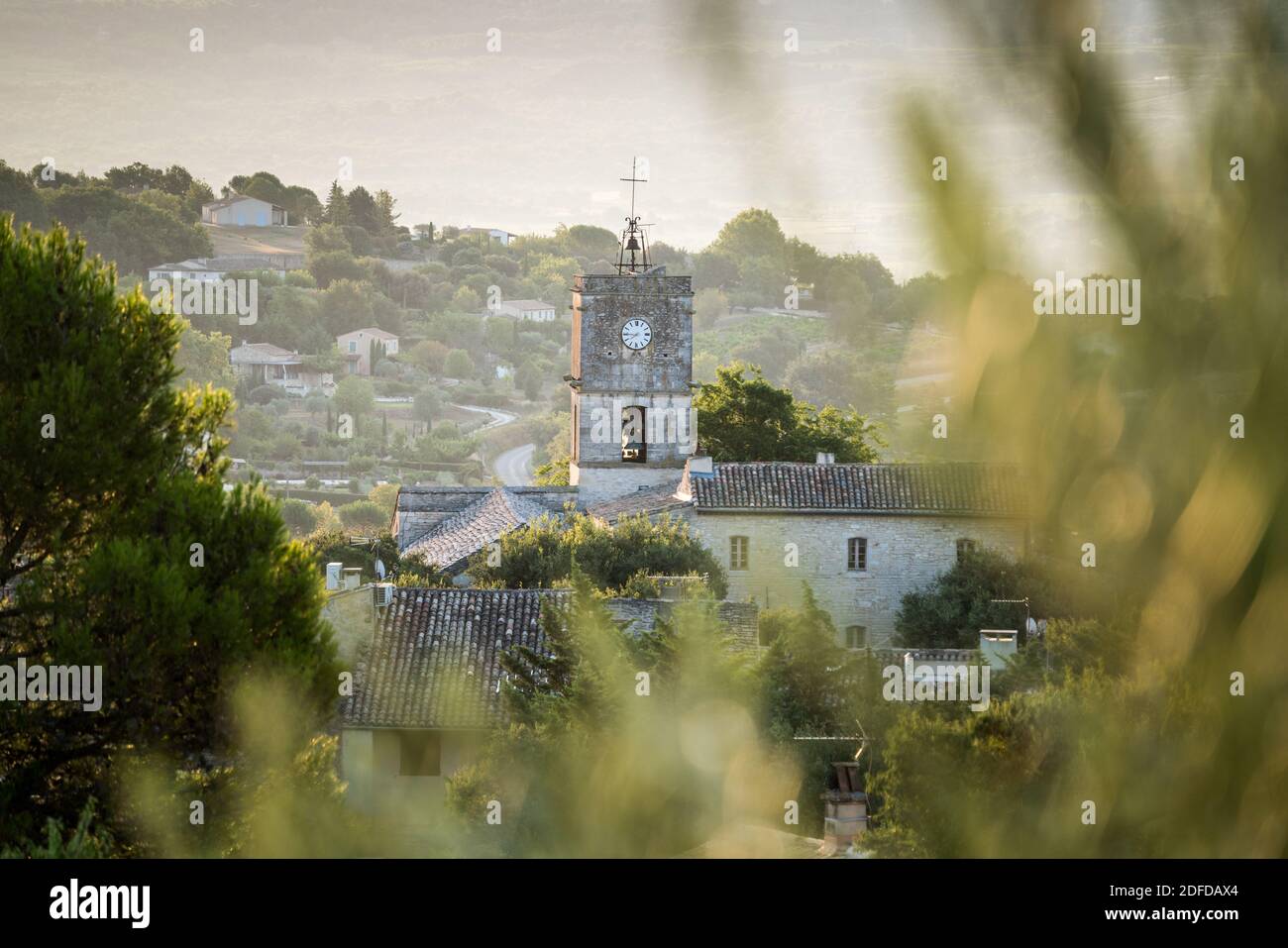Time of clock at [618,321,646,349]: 7:45
